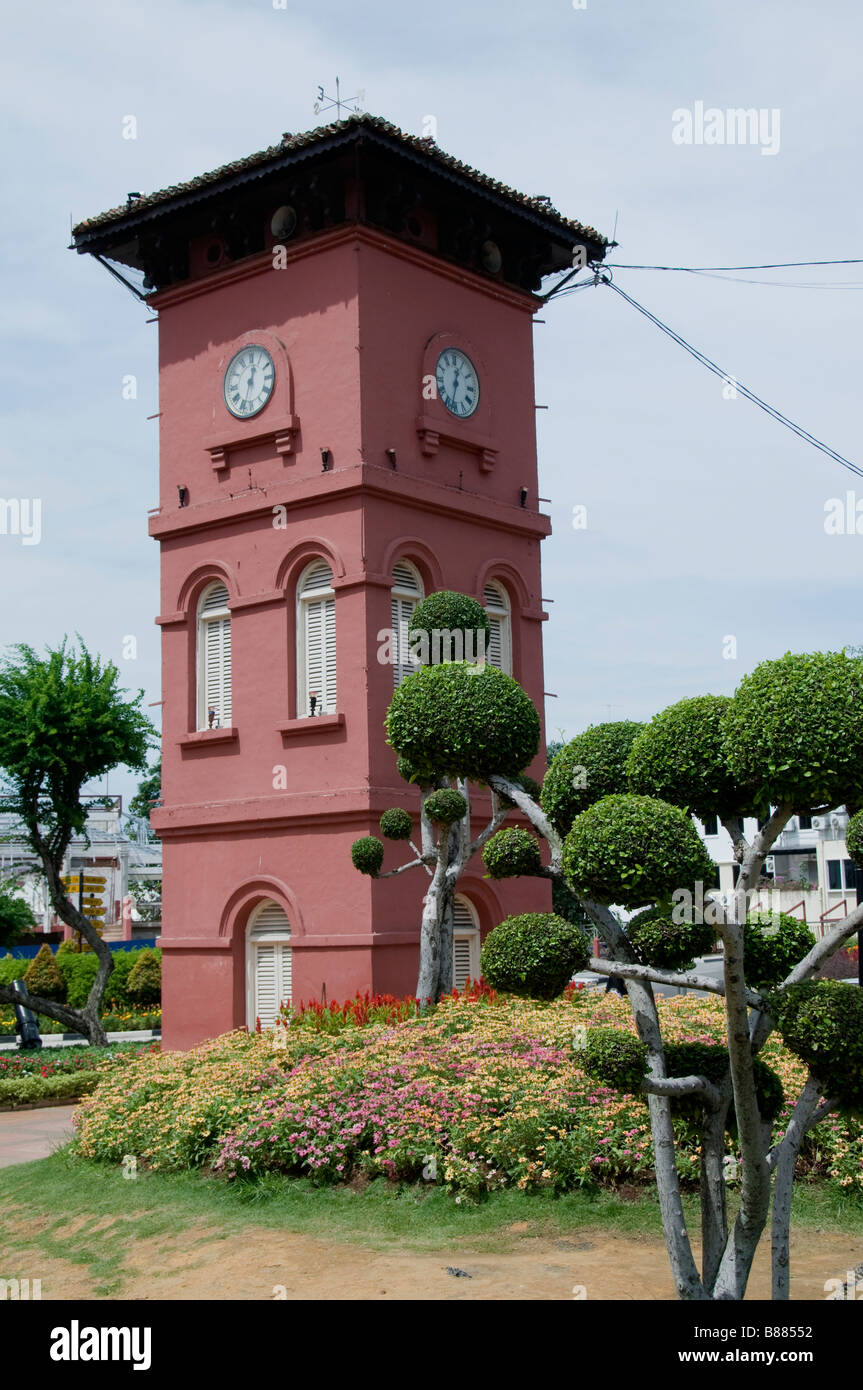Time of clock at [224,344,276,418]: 12:33
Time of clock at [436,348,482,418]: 12:32
